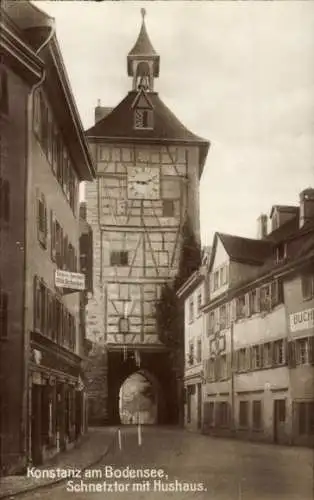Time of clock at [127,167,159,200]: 9:11
